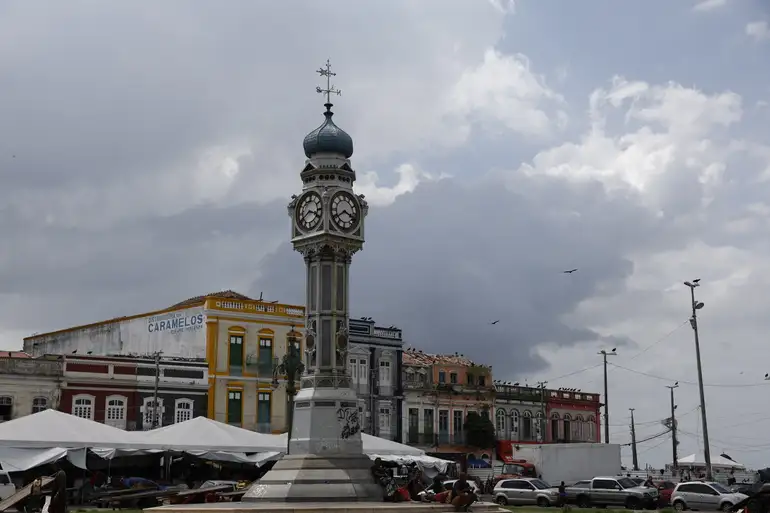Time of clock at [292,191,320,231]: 3:40
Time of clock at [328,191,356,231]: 3:39
